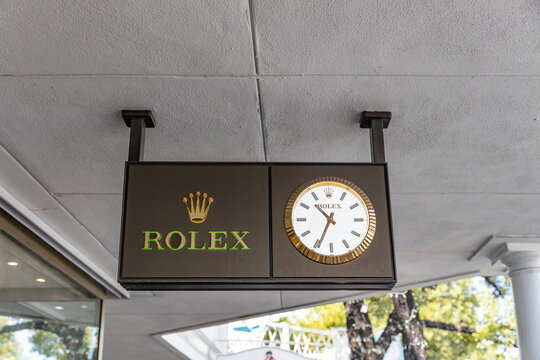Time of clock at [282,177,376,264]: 10:34
